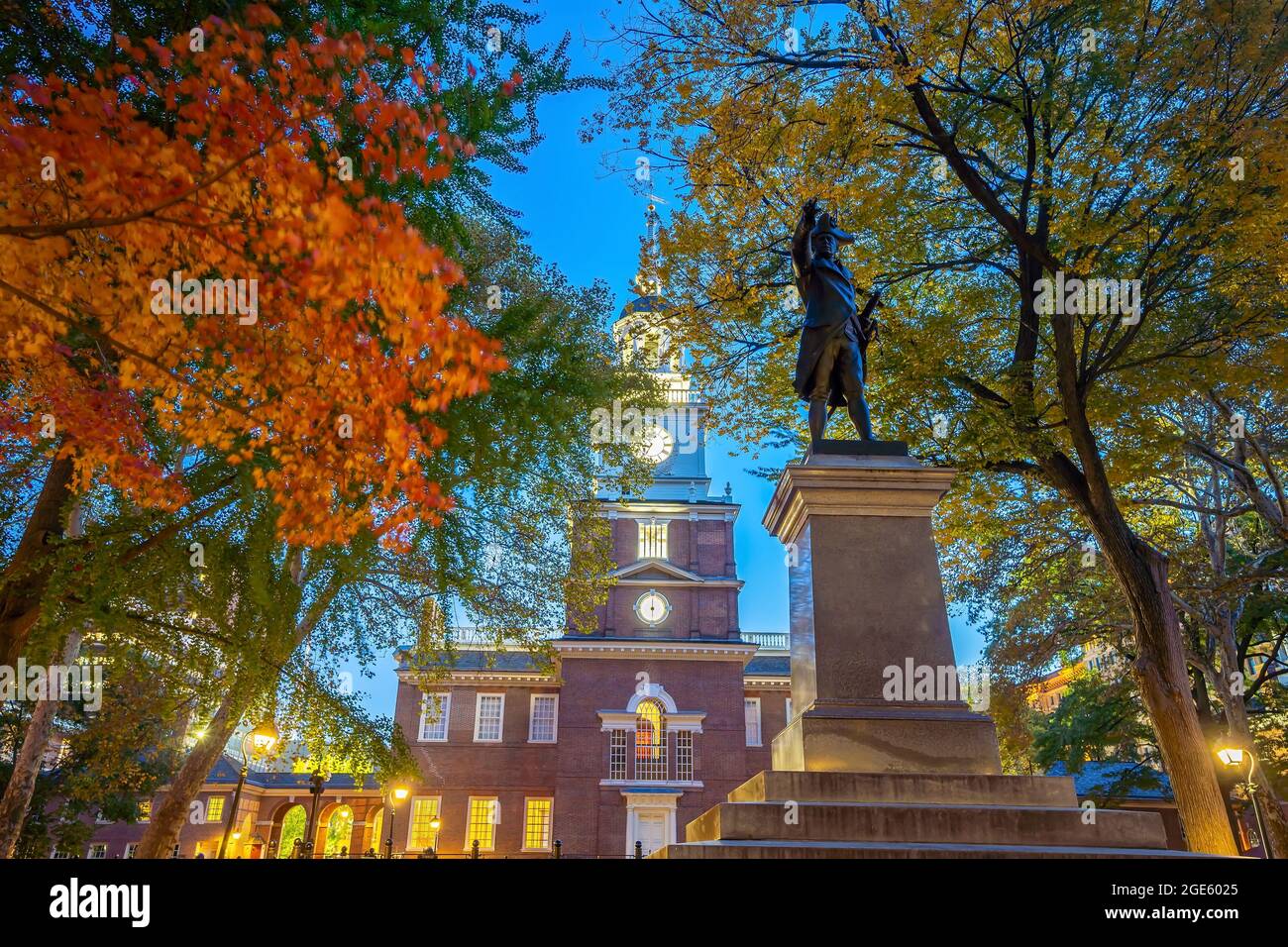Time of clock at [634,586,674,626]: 5:59
